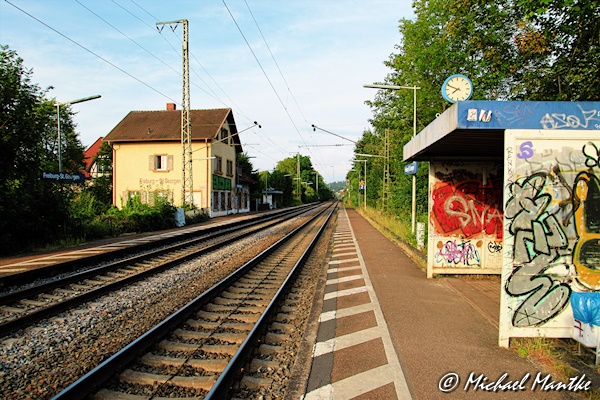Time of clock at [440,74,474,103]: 7:48
